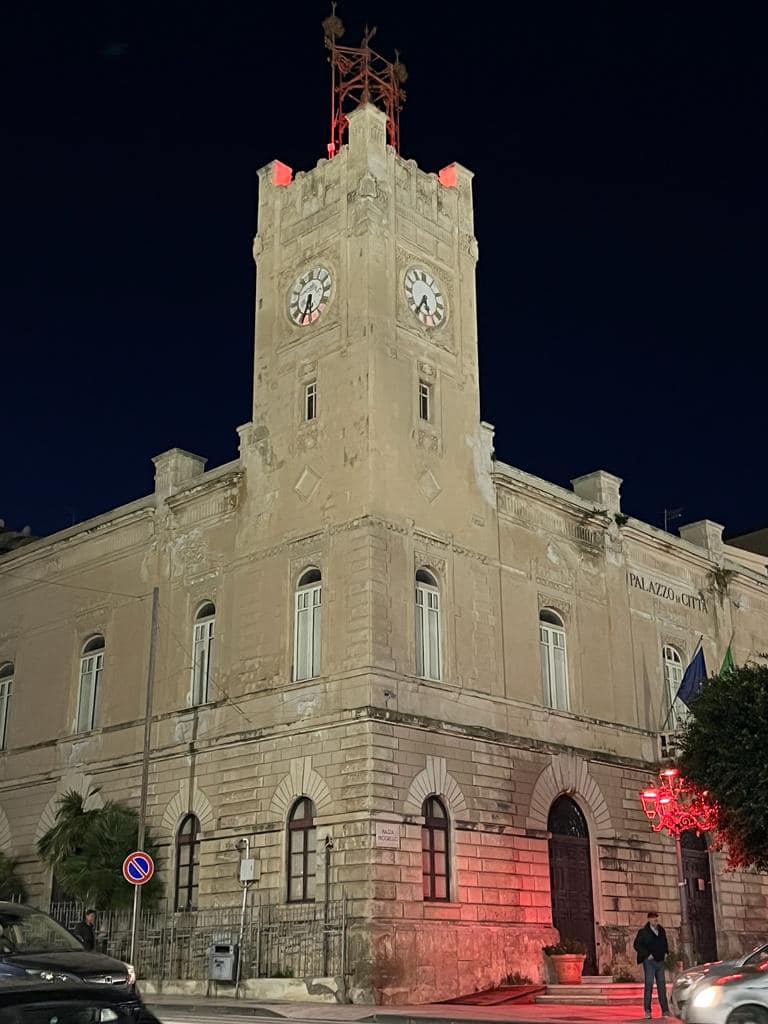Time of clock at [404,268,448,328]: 5:35
